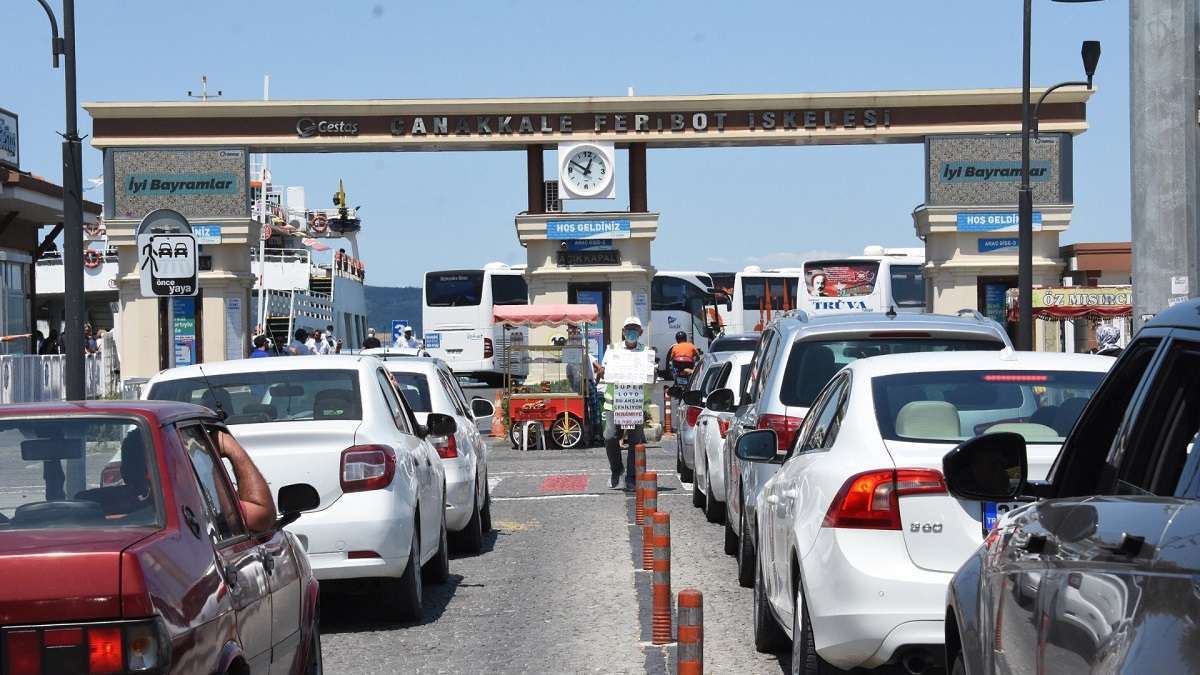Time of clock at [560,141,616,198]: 12:49
